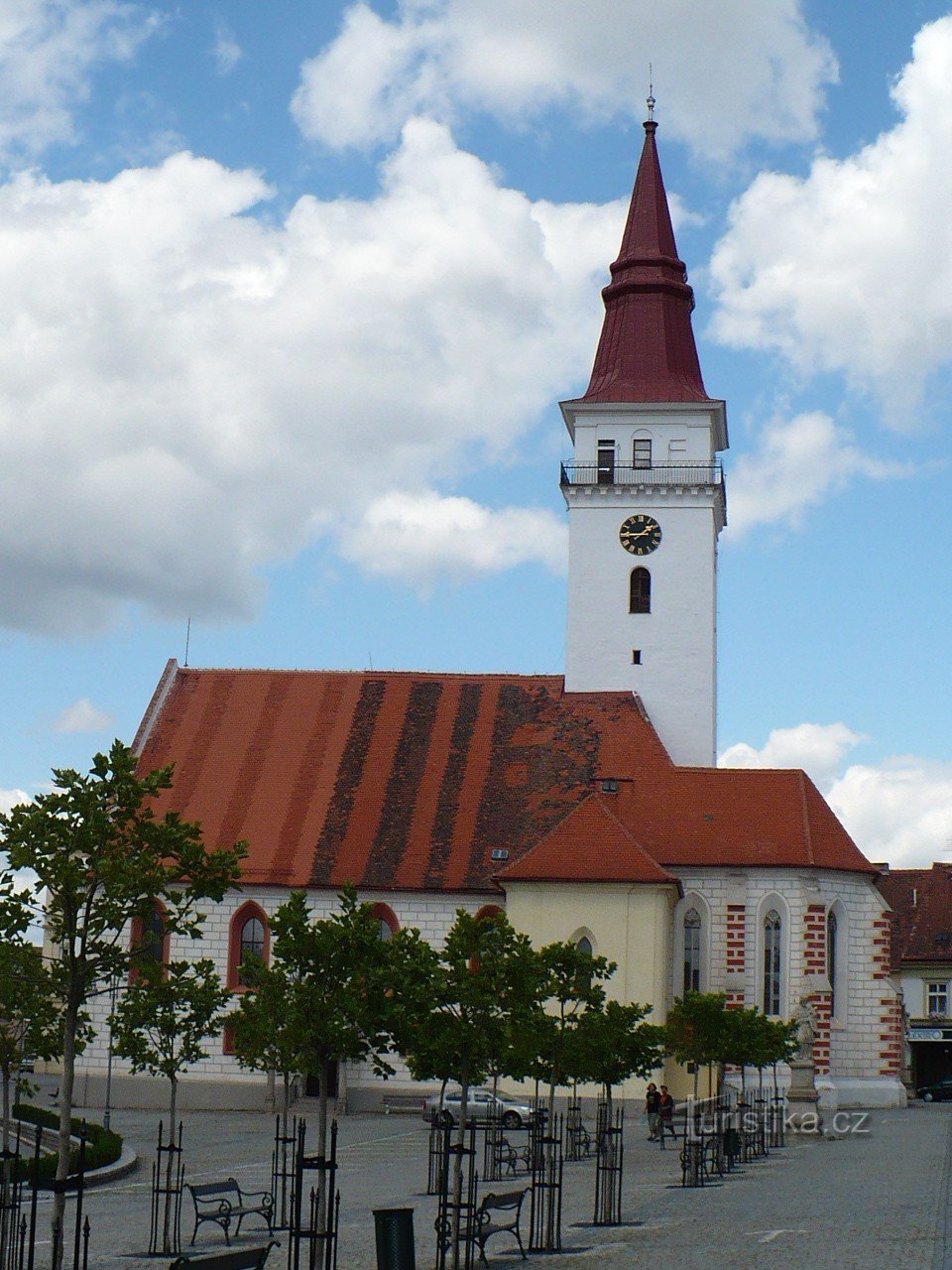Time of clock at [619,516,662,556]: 1:44
